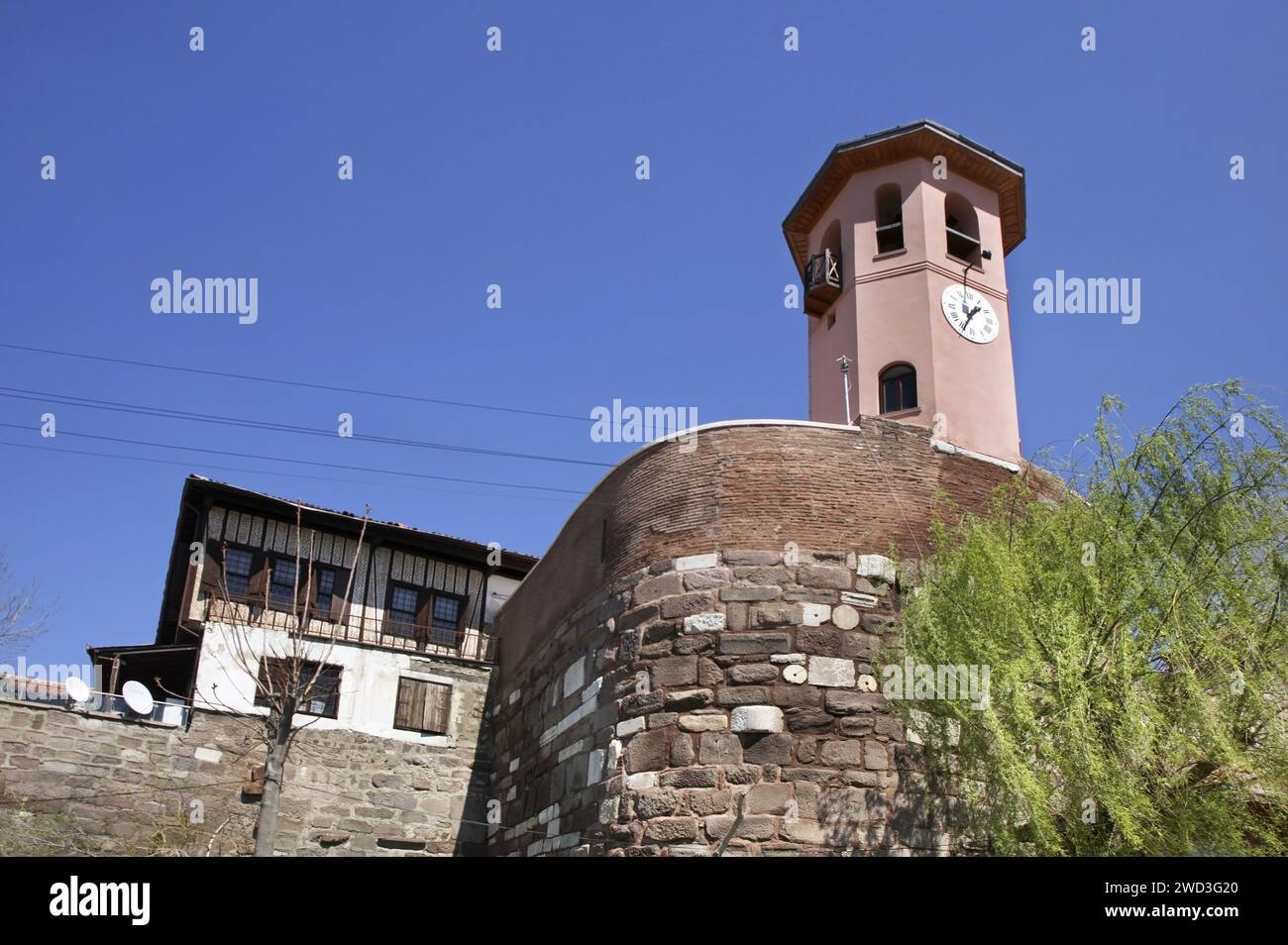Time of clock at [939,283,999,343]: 1:34
